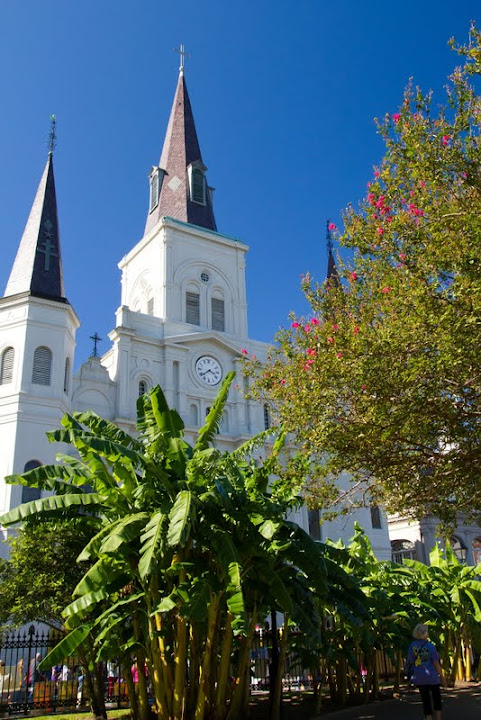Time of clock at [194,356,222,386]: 3:38
